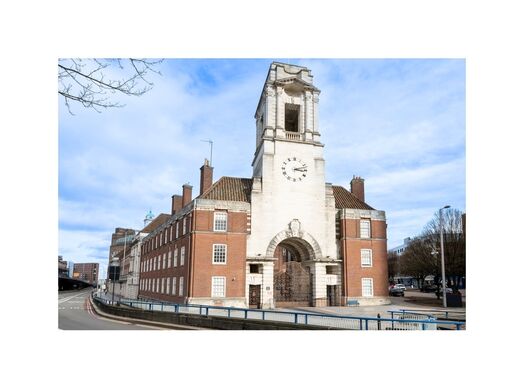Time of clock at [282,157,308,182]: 3:12
